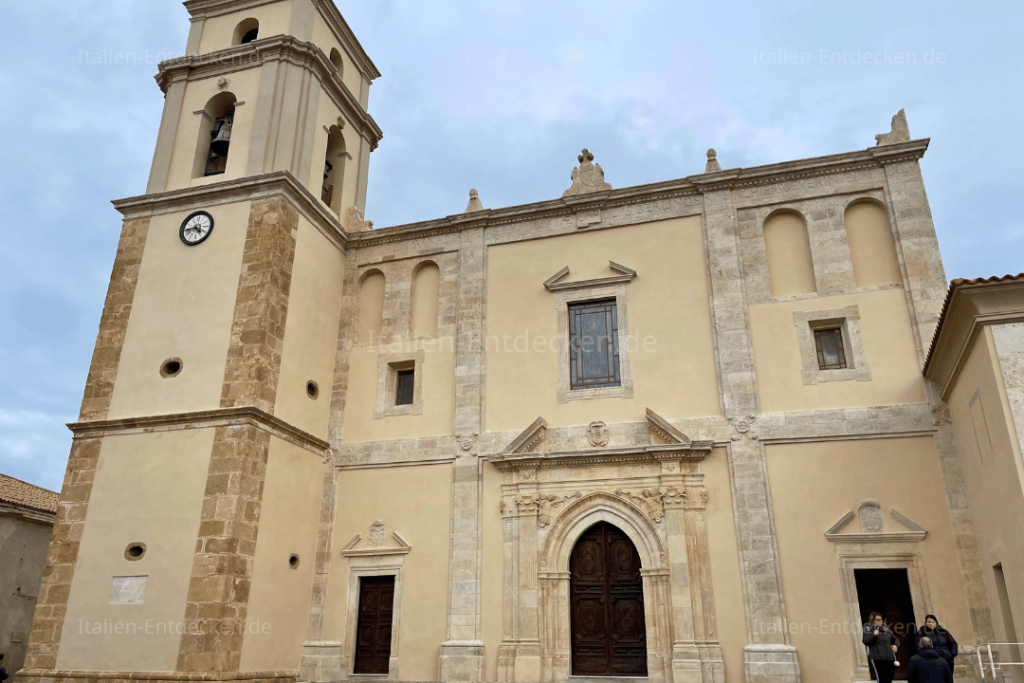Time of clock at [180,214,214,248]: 4:43
